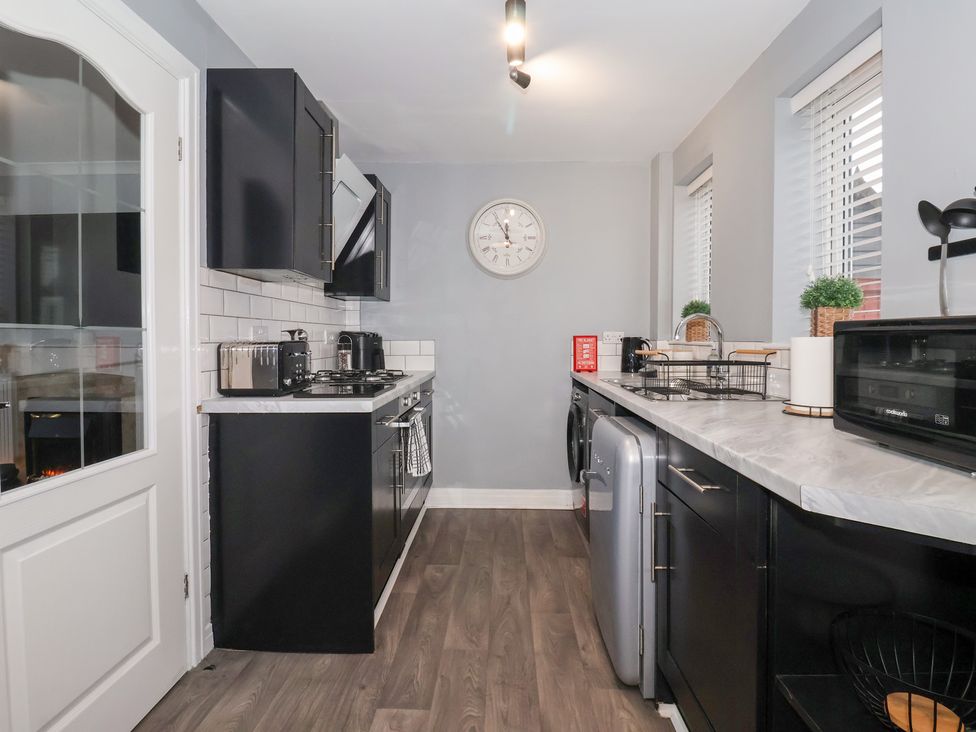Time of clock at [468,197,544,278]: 11:54
